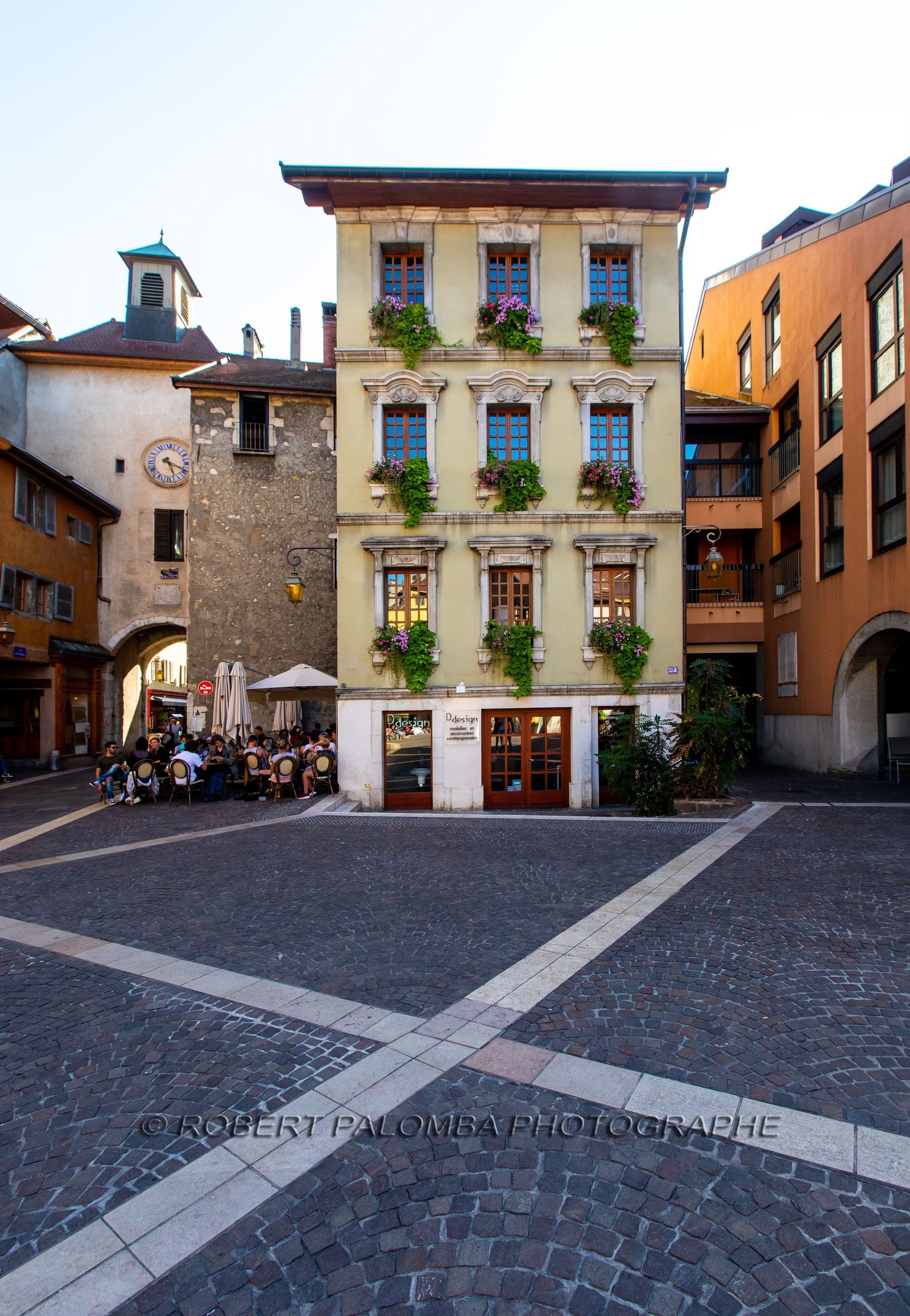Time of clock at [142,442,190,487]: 5:18
